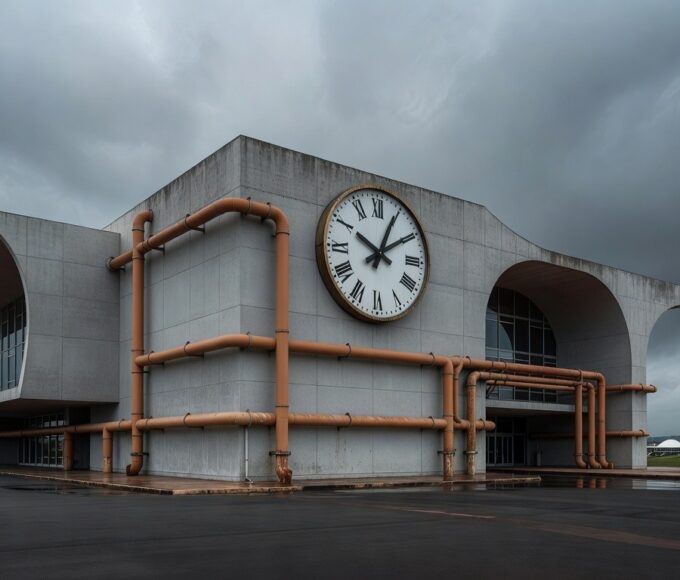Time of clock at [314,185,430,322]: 10:04
